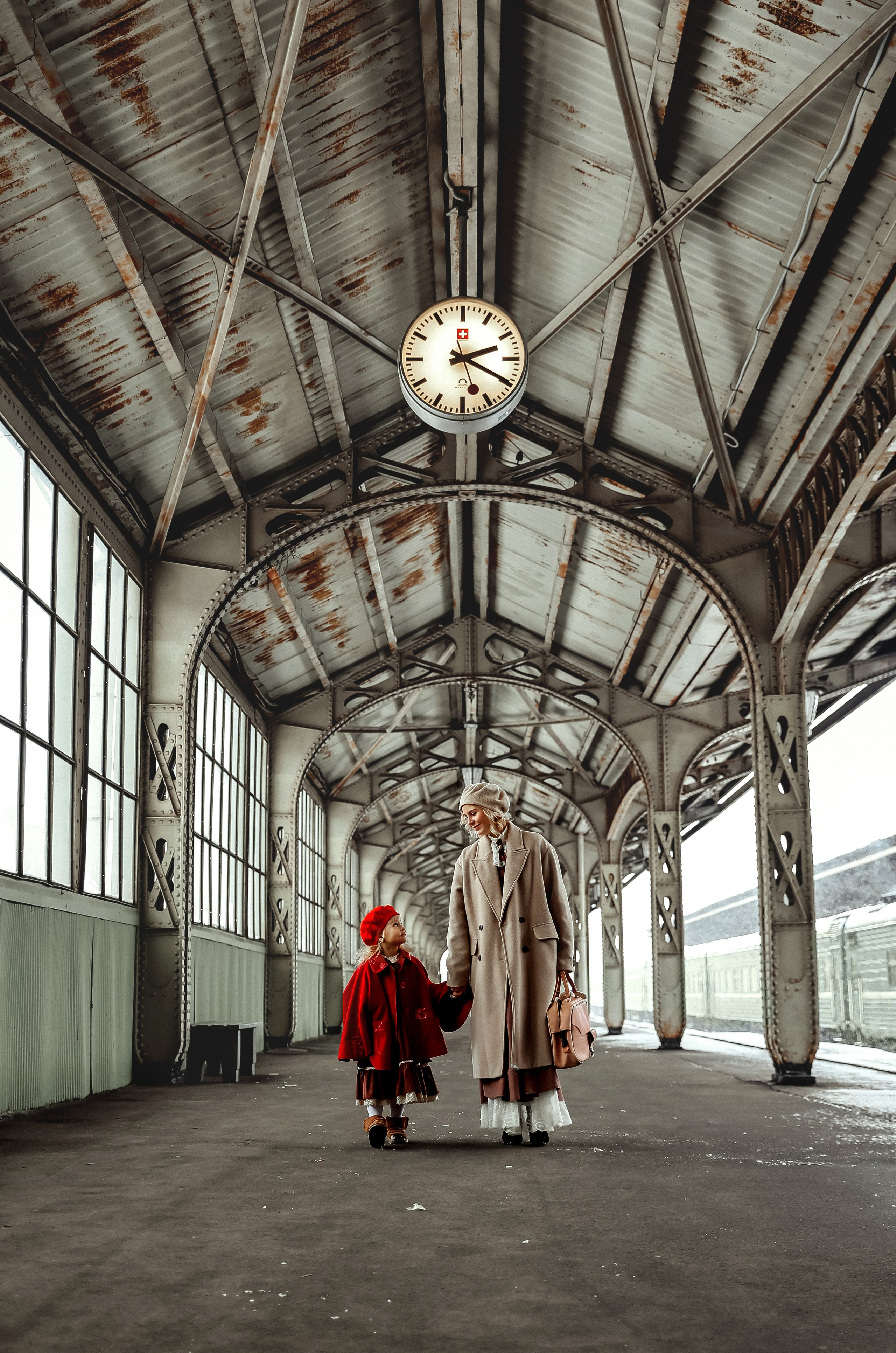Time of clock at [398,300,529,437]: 2:19
